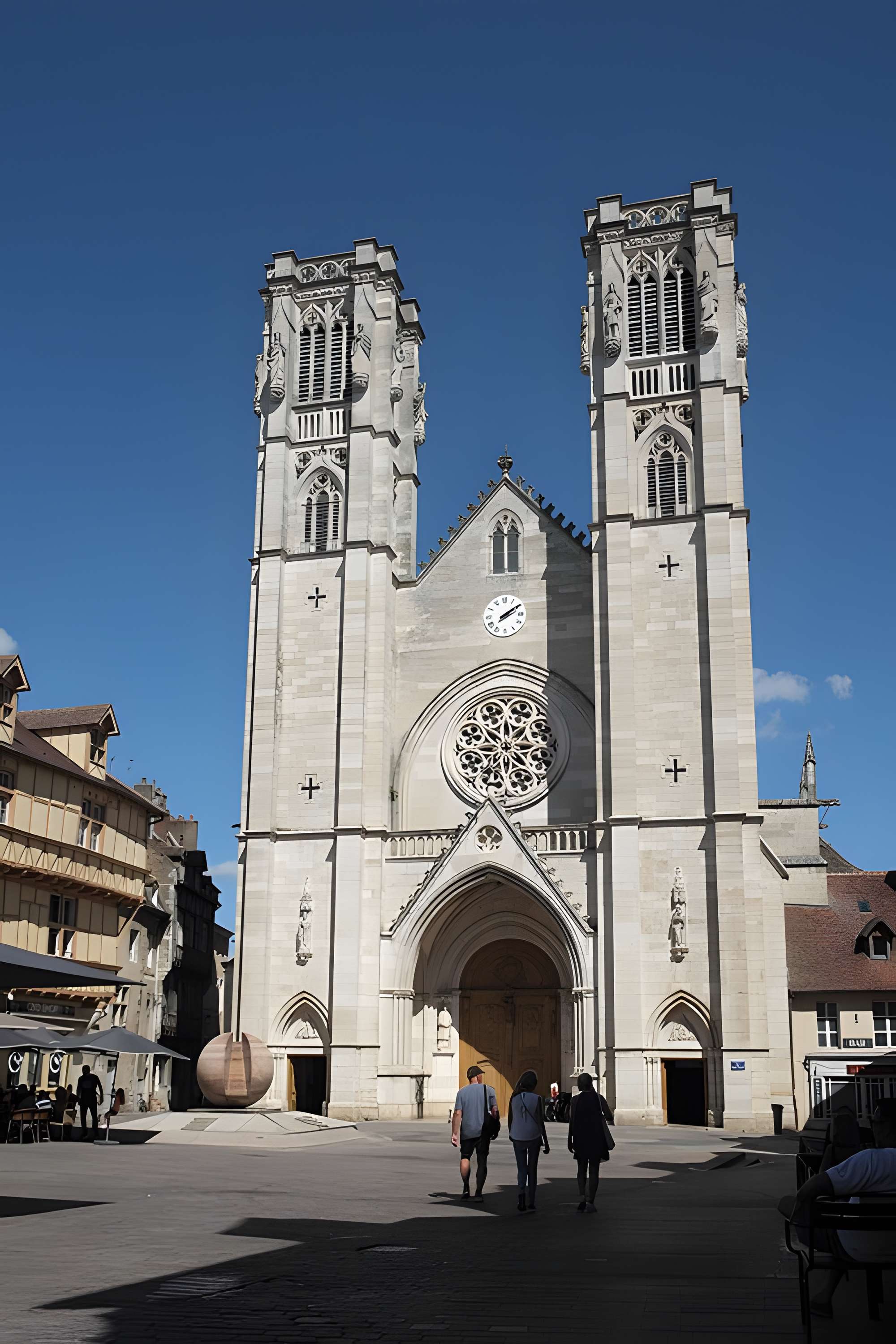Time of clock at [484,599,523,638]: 2:09
